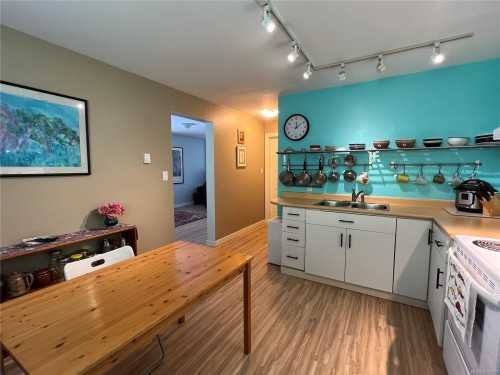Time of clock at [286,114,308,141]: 12:09
